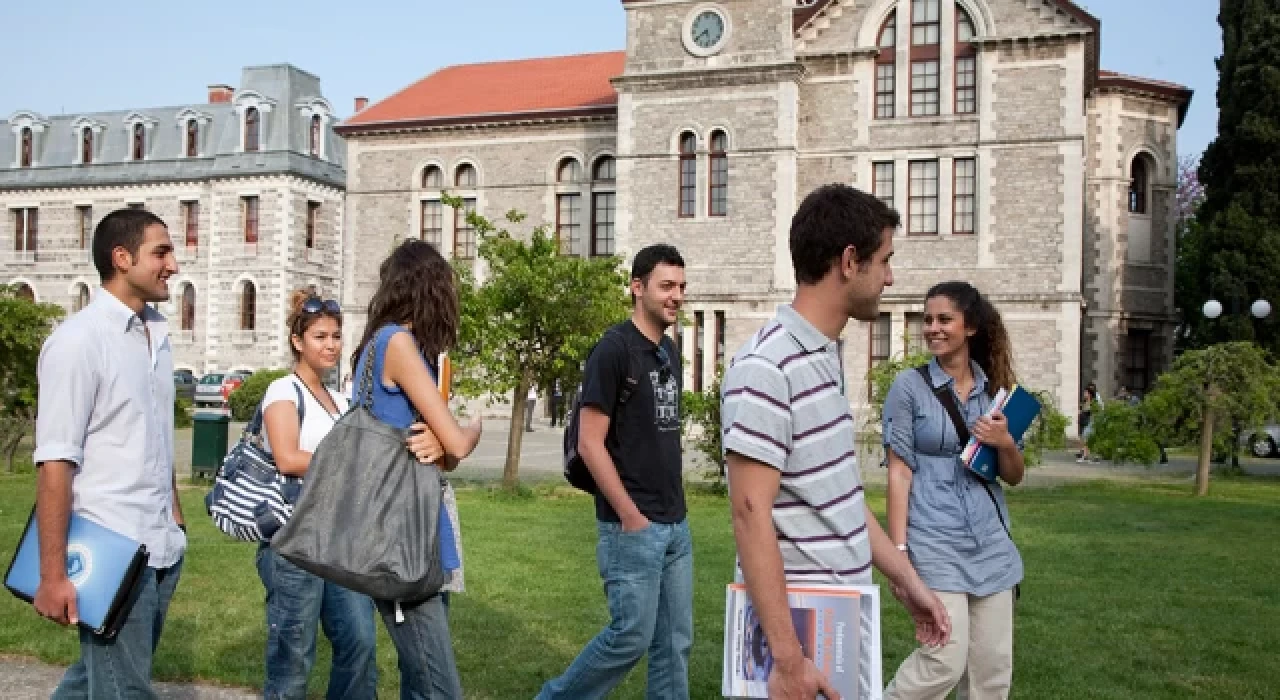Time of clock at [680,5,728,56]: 5:40
